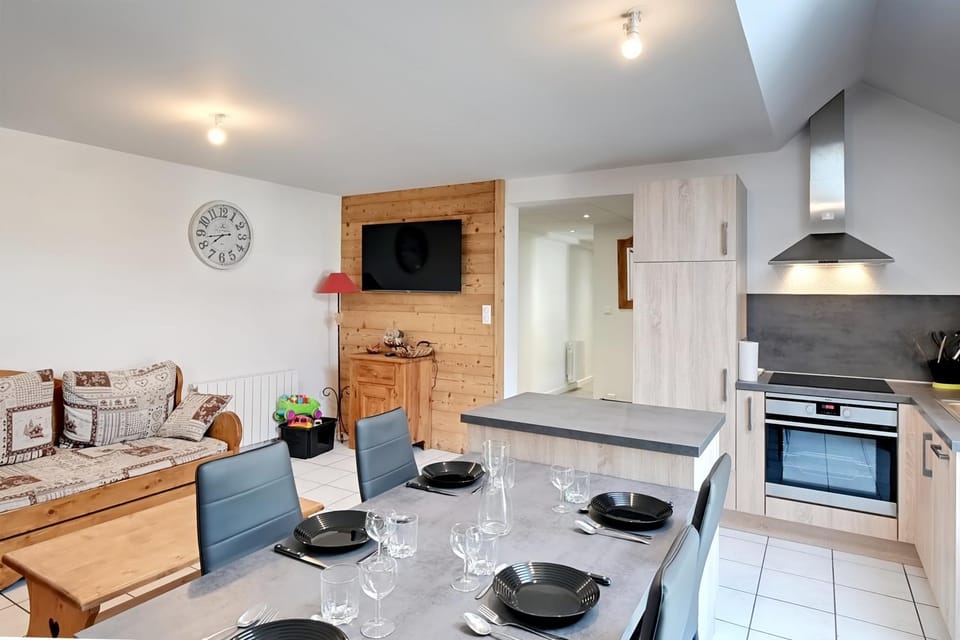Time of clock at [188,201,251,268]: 7:43
